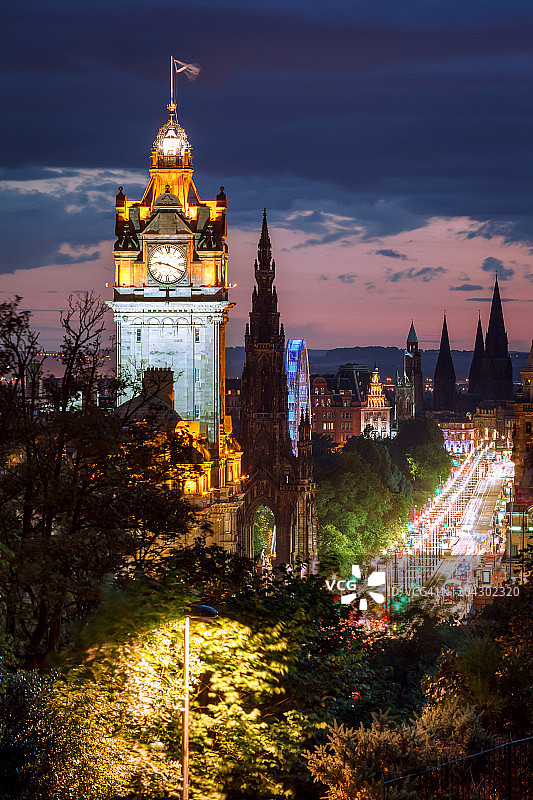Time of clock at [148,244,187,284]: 9:19
